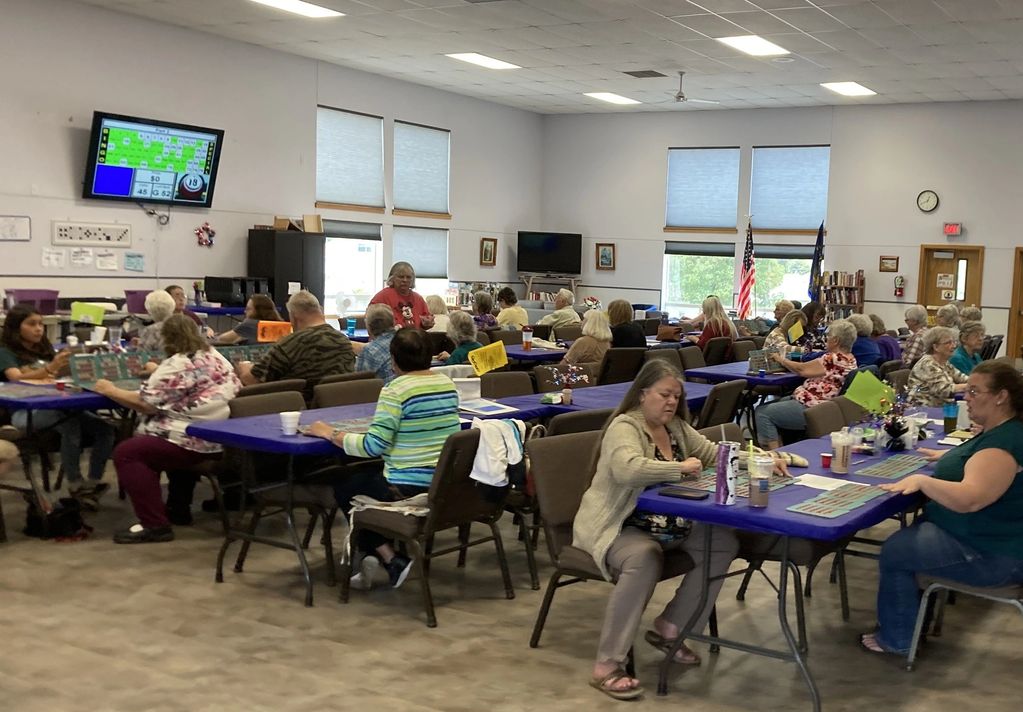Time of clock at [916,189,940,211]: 12:40
